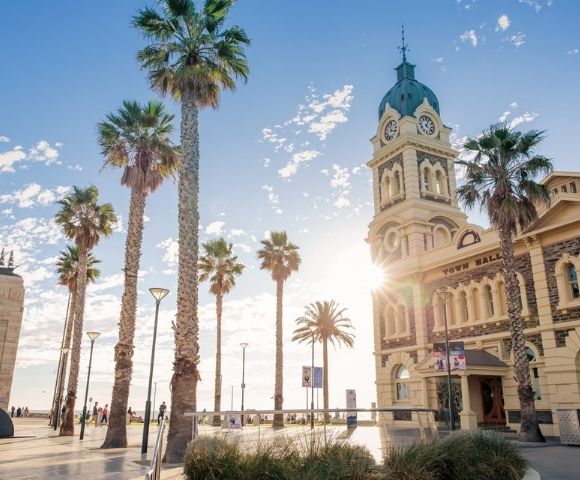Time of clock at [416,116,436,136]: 4:03
